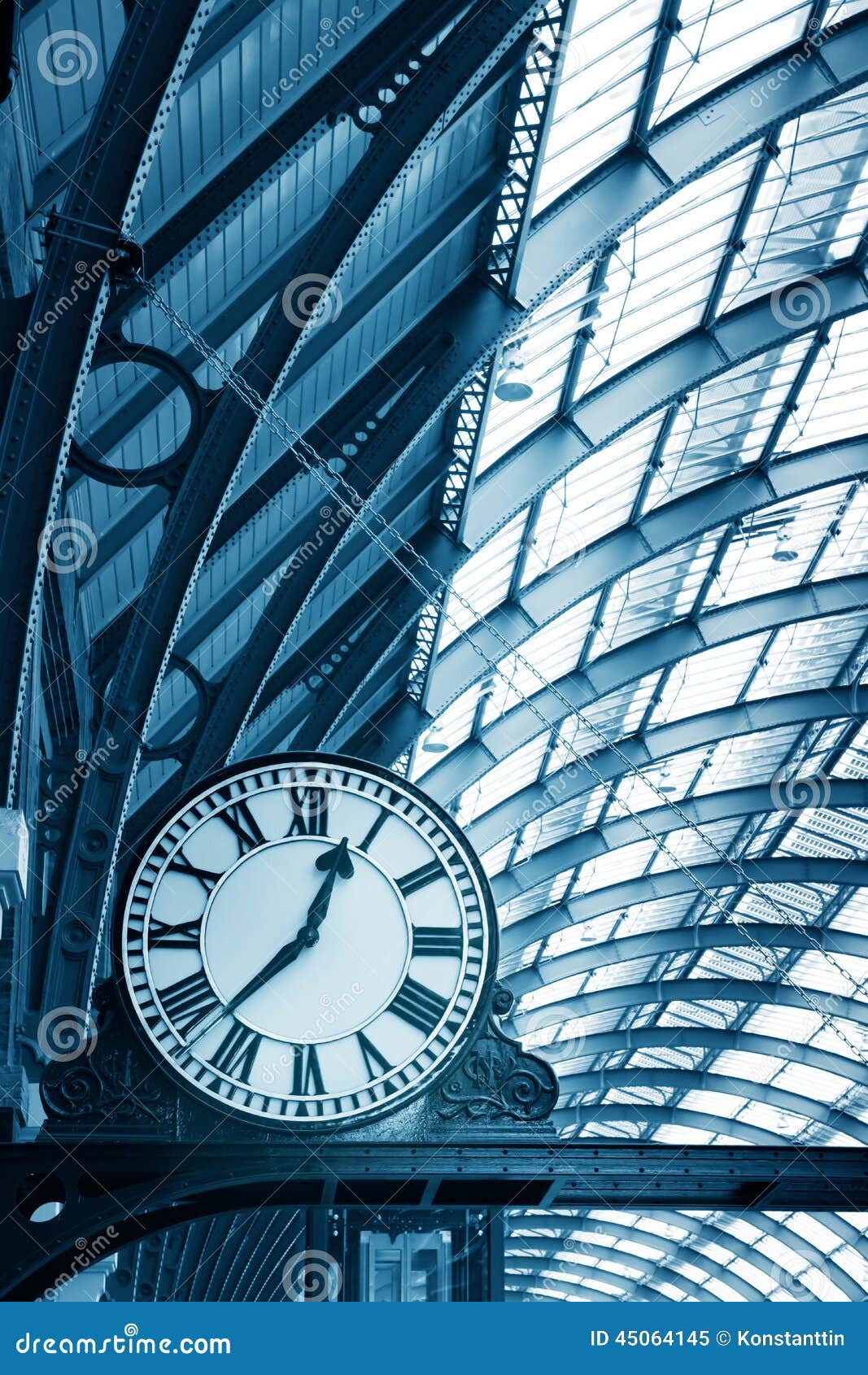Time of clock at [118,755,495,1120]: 12:37
